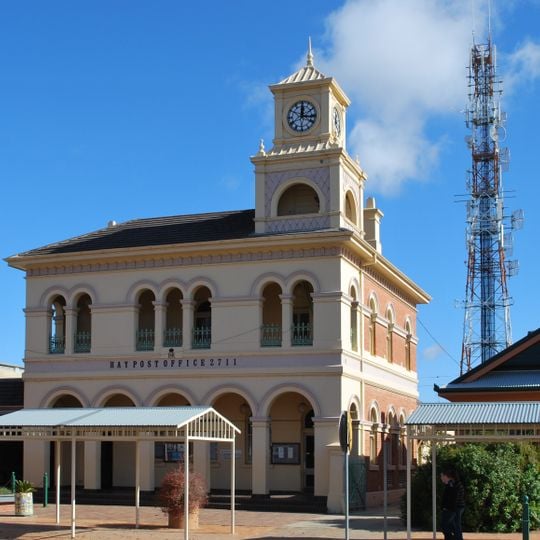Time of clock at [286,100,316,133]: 12:16
